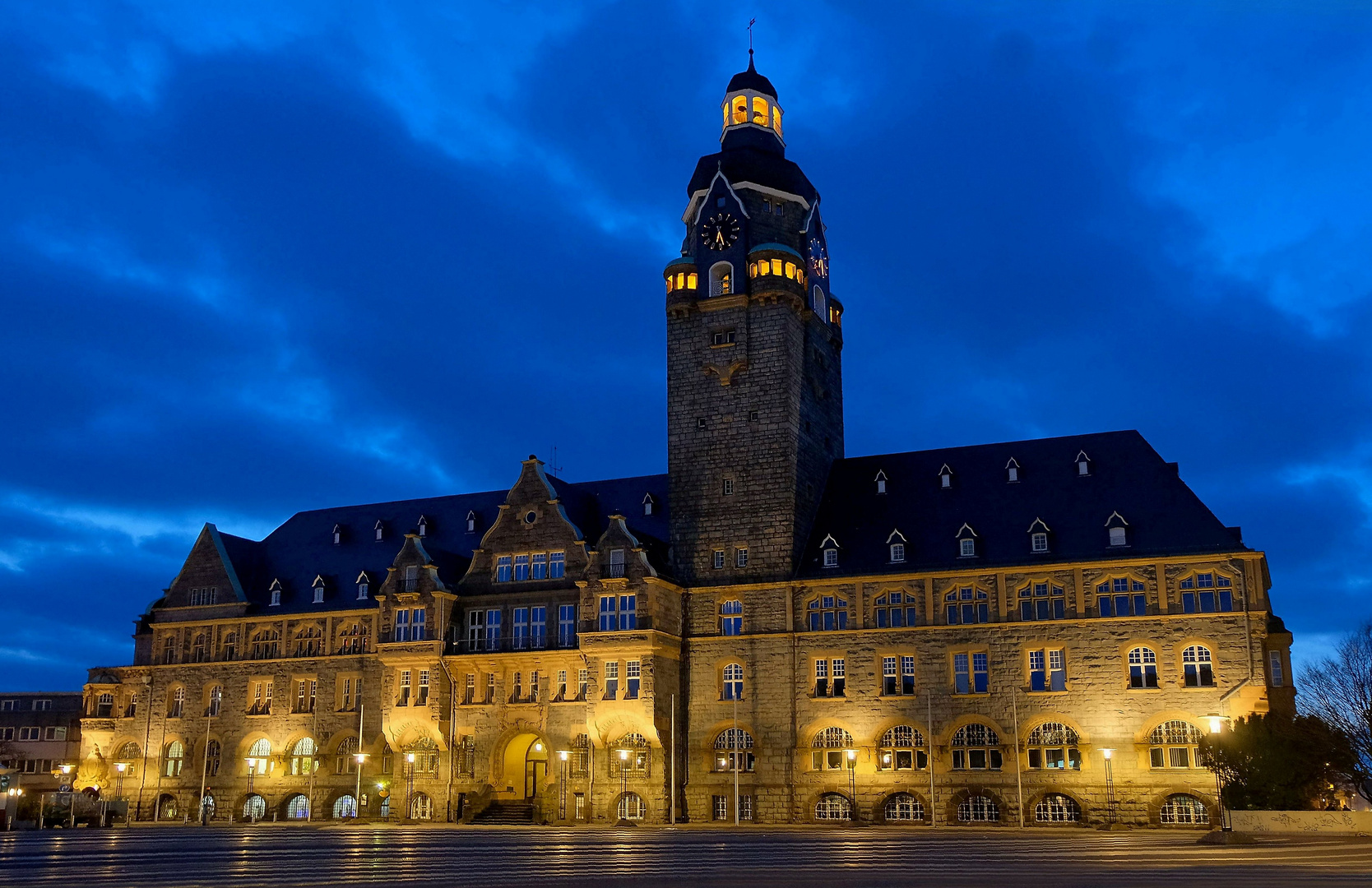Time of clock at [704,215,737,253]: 6:27
